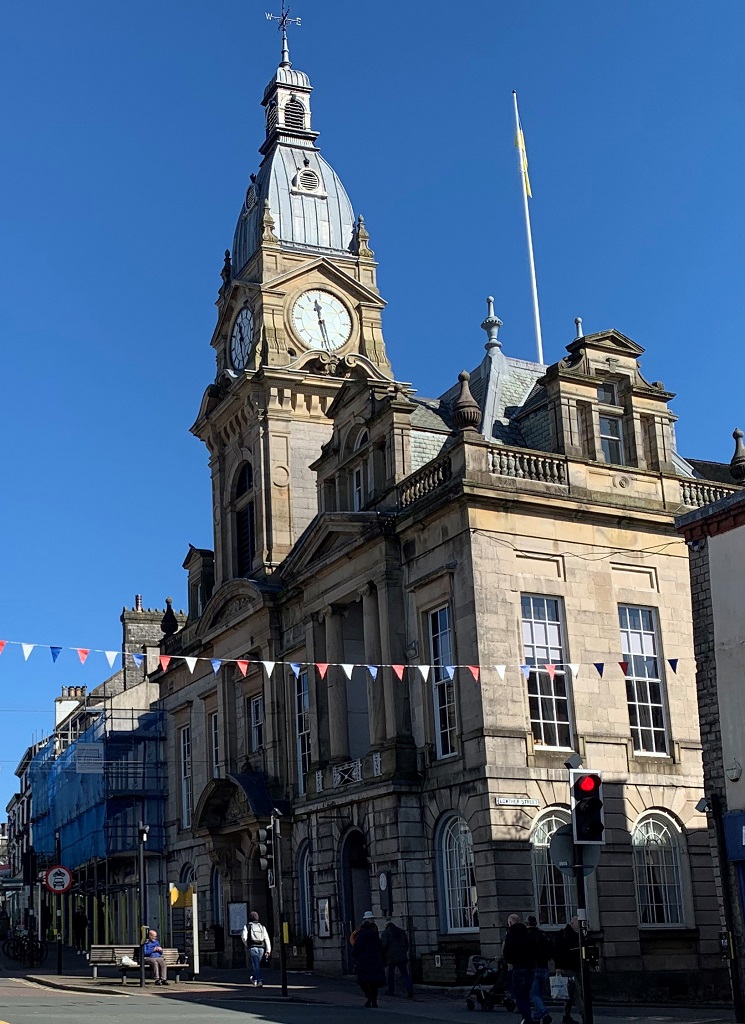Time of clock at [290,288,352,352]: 11:28
